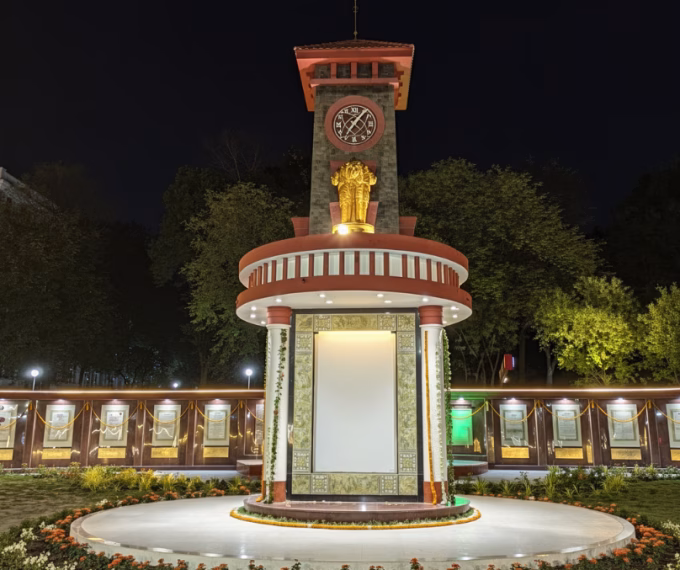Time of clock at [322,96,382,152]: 7:06
